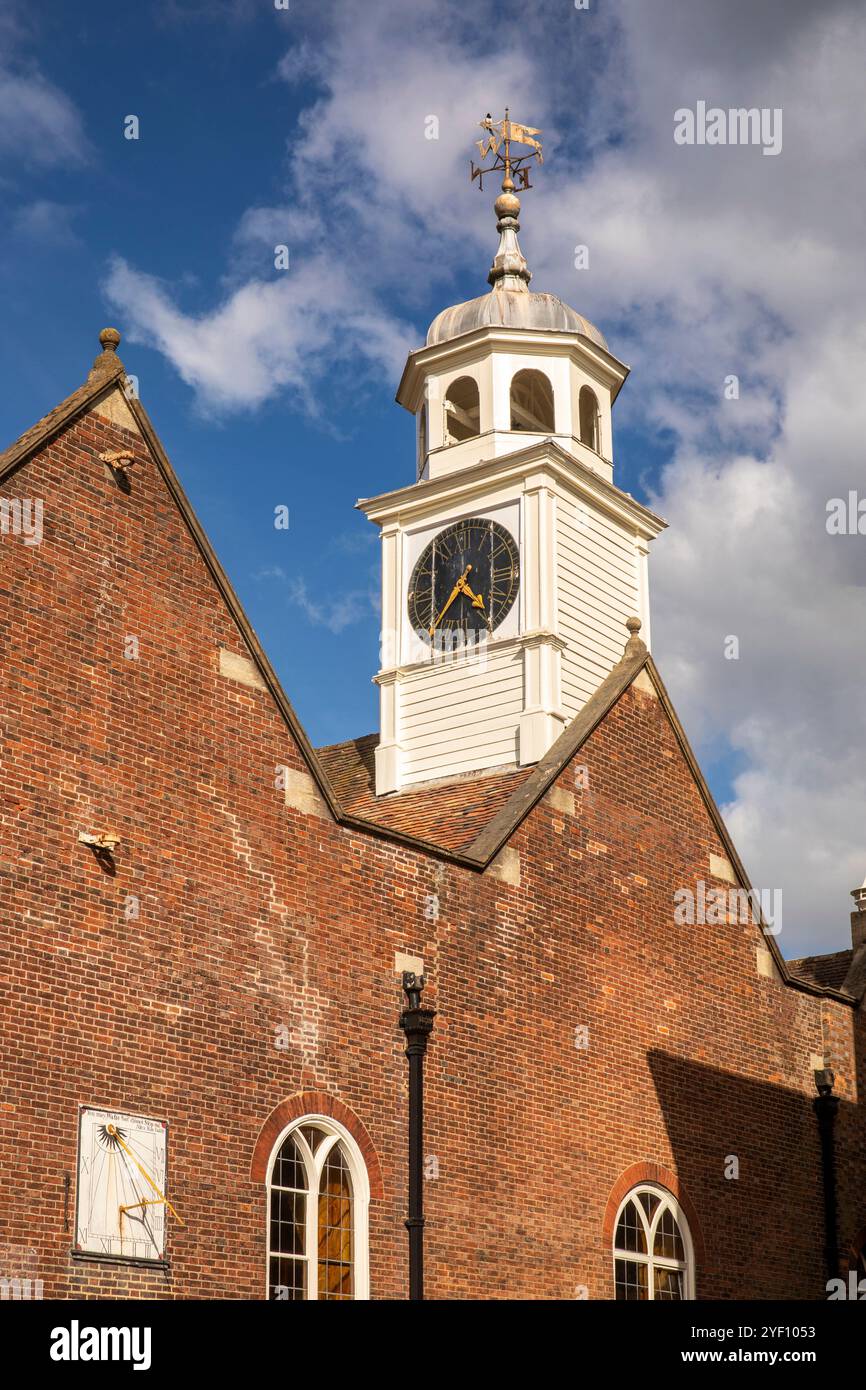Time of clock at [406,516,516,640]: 4:36
